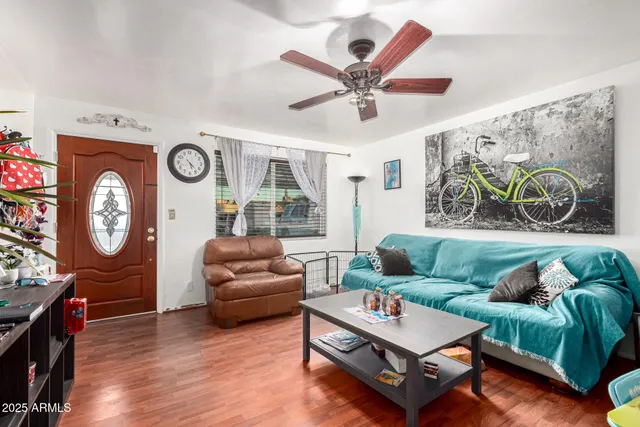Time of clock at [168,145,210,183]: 5:22
